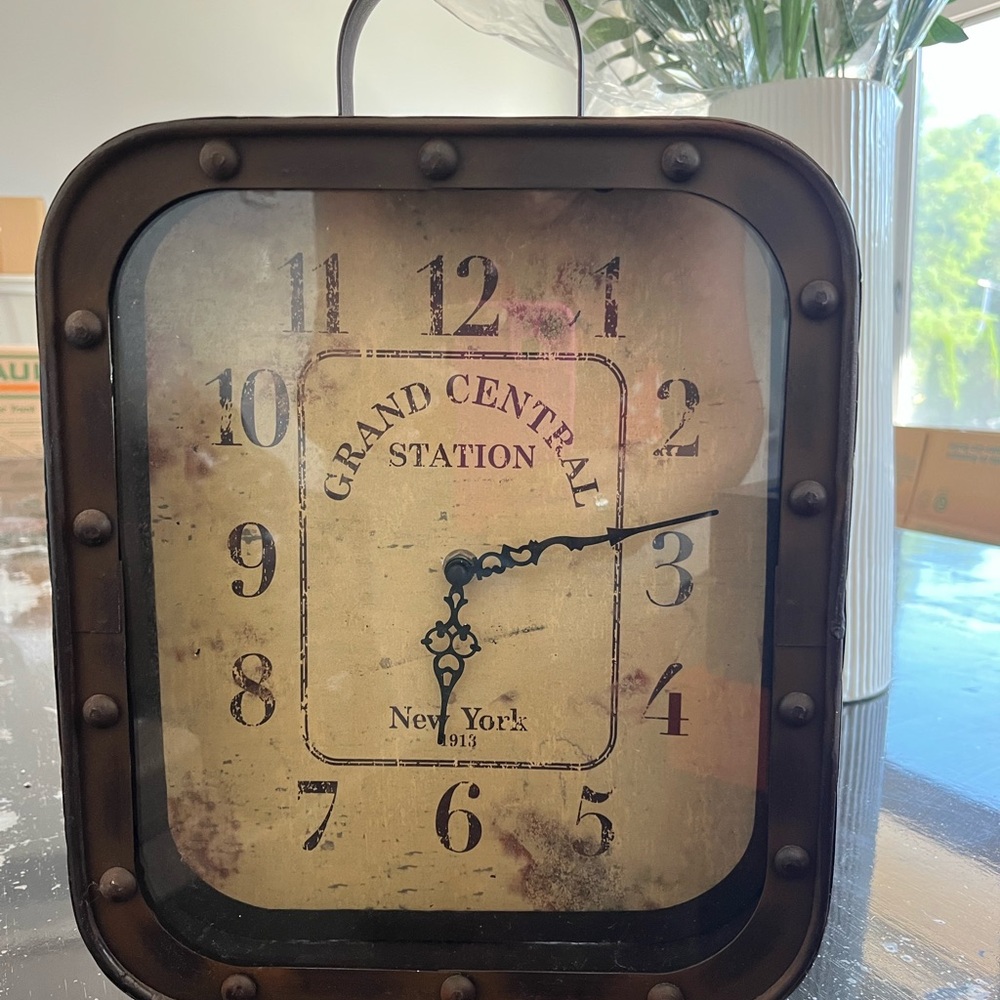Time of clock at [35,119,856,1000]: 6:13
